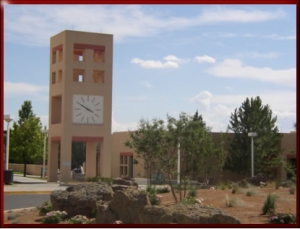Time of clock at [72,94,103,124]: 3:50
